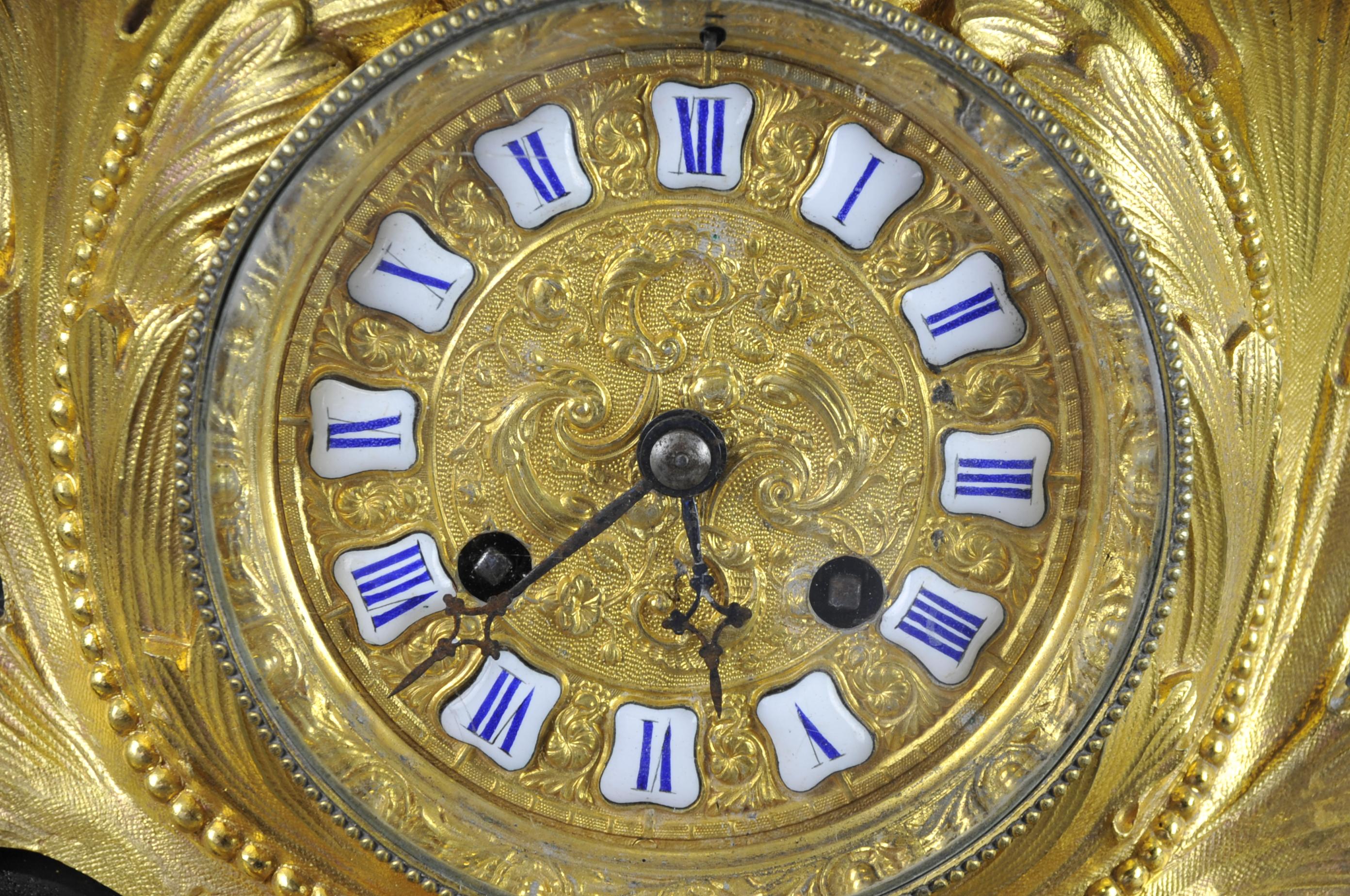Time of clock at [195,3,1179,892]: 5:38
